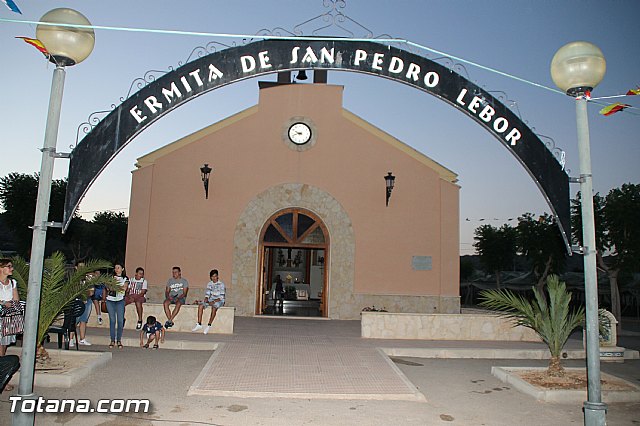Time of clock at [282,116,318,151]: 9:42
